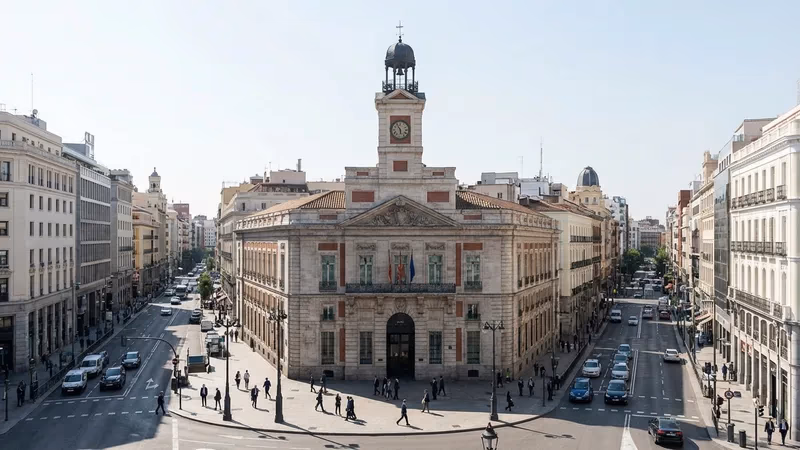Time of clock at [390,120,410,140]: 5:54
